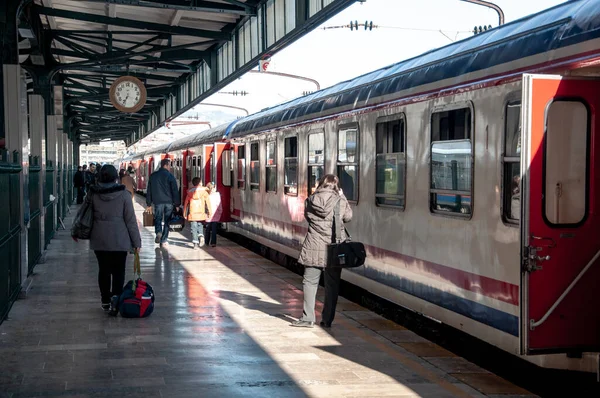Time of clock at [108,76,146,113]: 6:34
